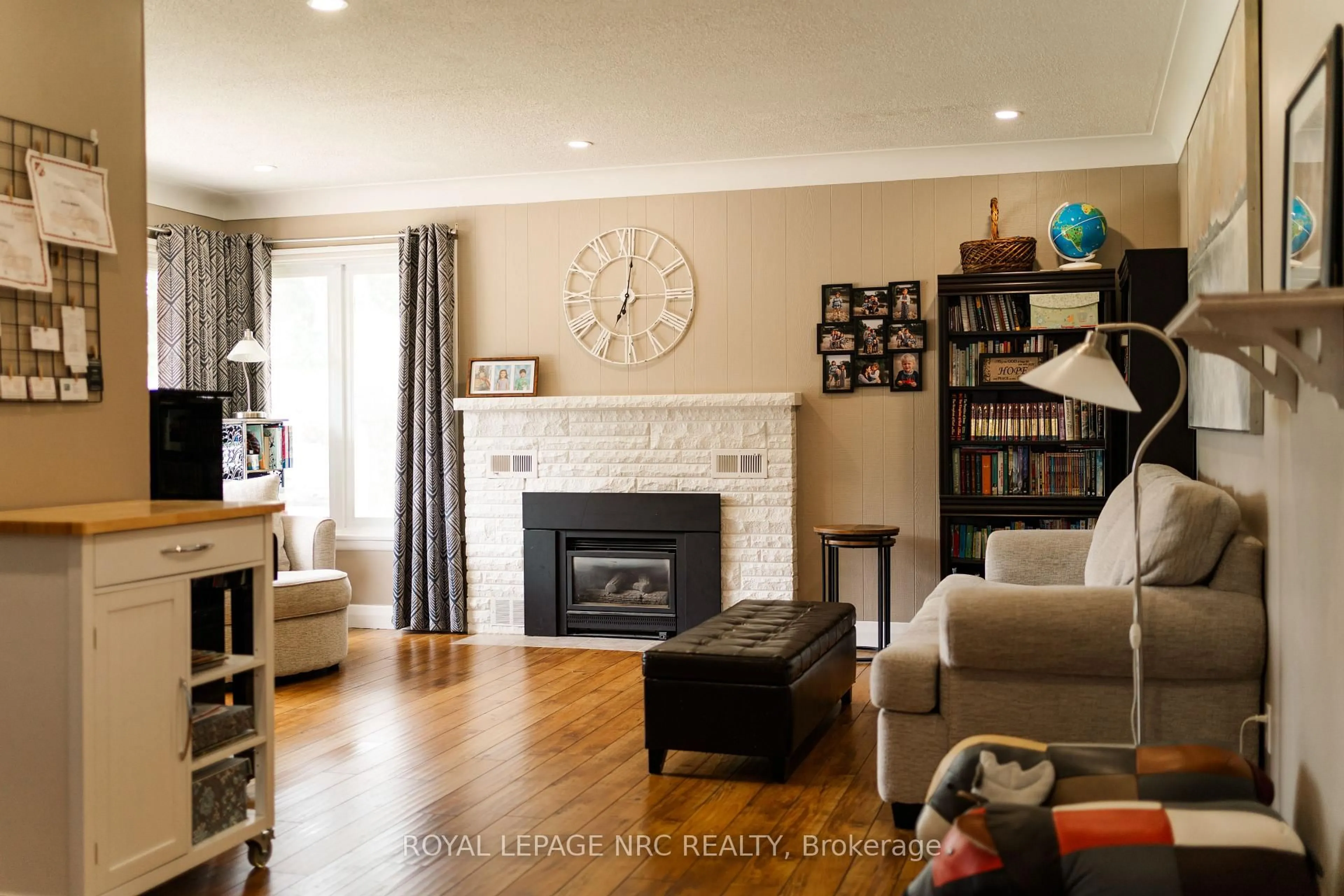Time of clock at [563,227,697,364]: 7:01
